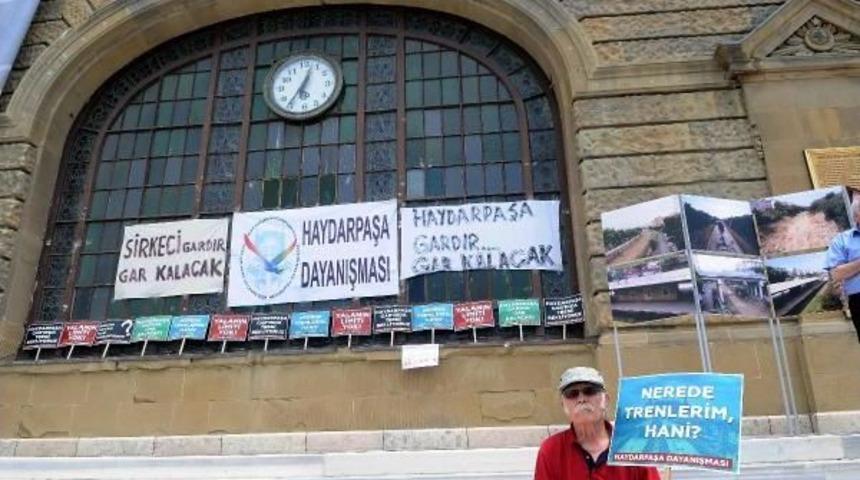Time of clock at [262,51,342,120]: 6:36
